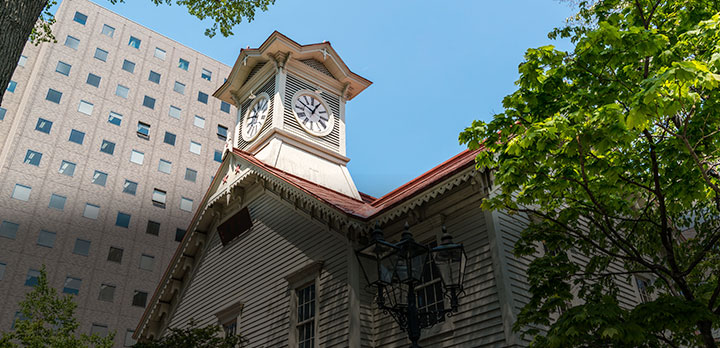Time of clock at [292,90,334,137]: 12:49
